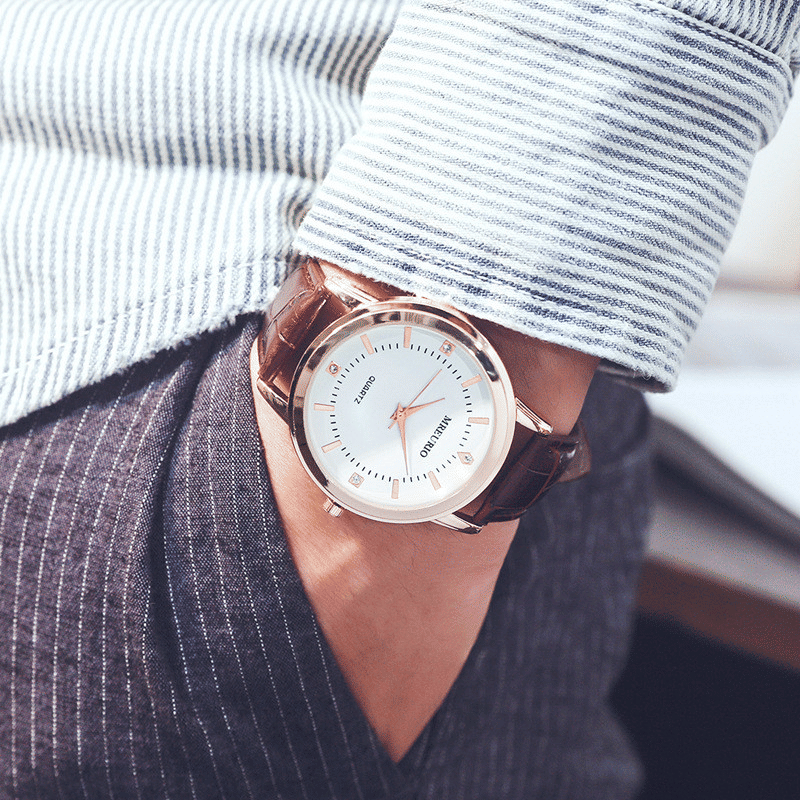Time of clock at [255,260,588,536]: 2:06
